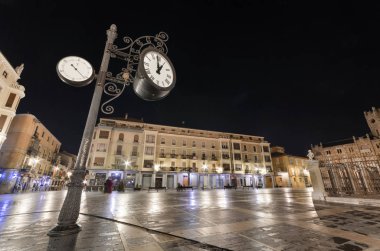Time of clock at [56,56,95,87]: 11:26
